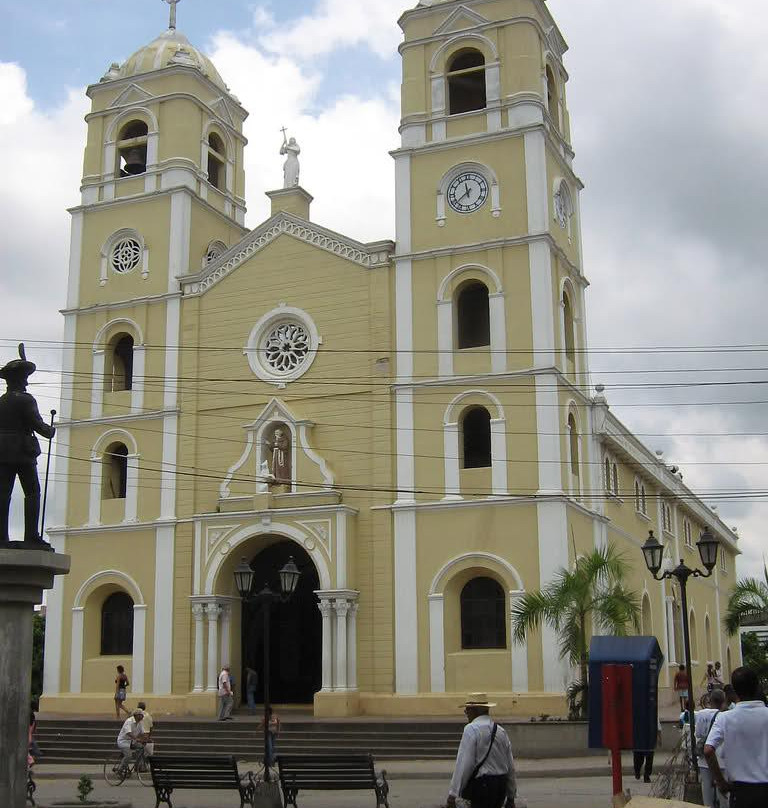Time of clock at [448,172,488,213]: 11:38
